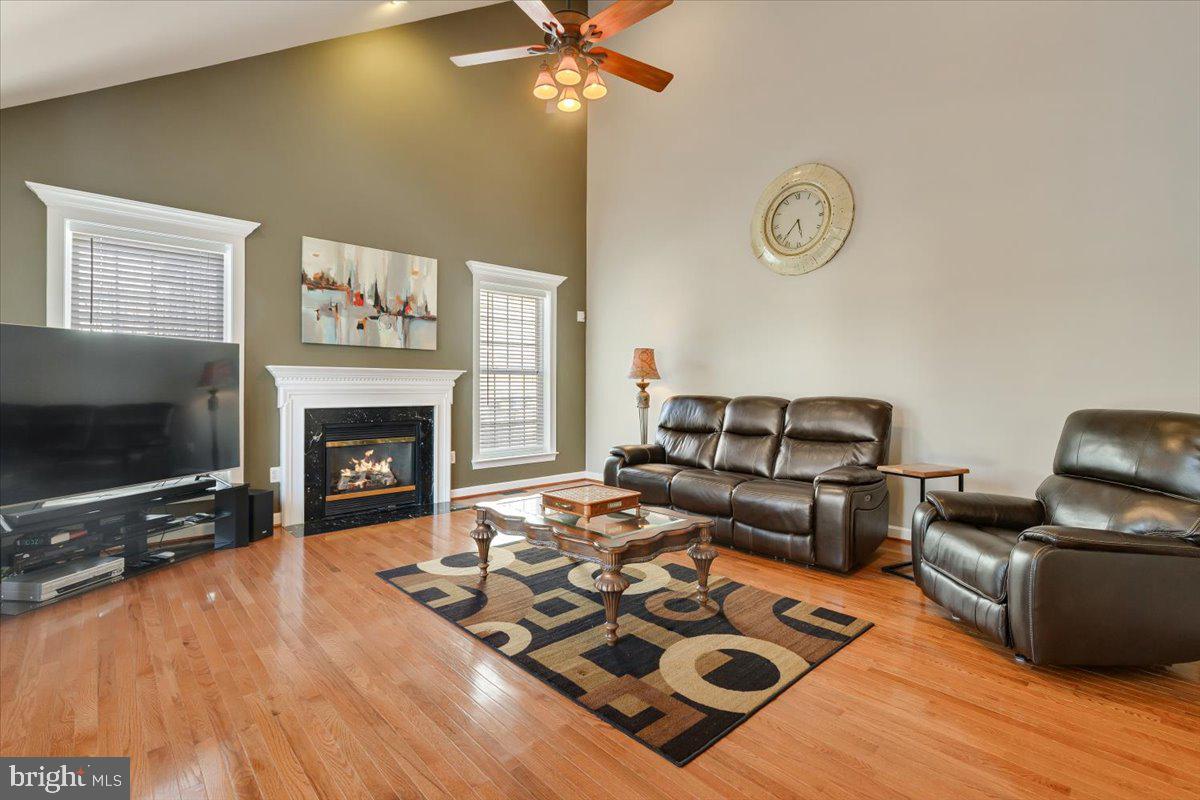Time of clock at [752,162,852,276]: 5:37
